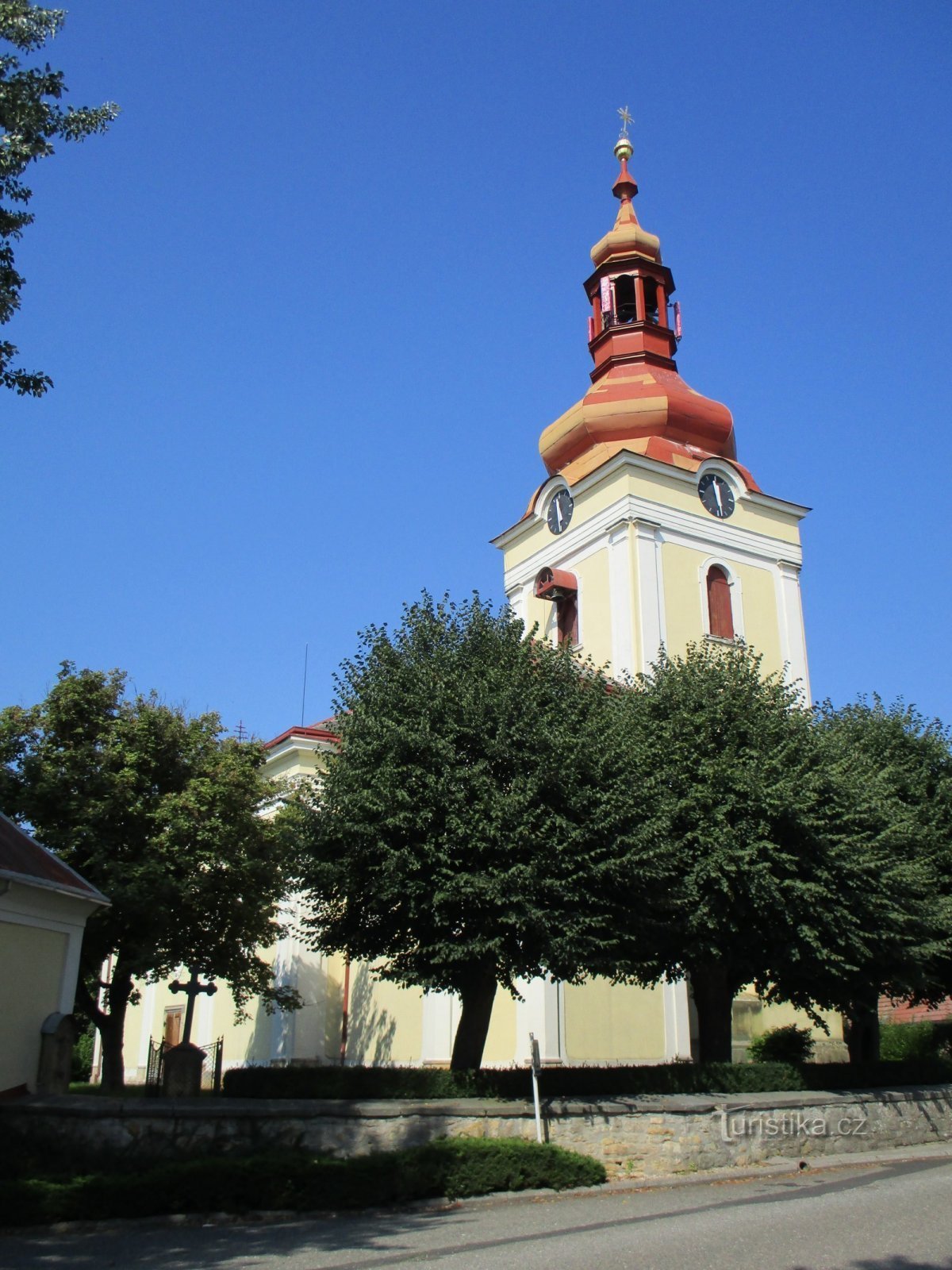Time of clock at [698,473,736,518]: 11:28
